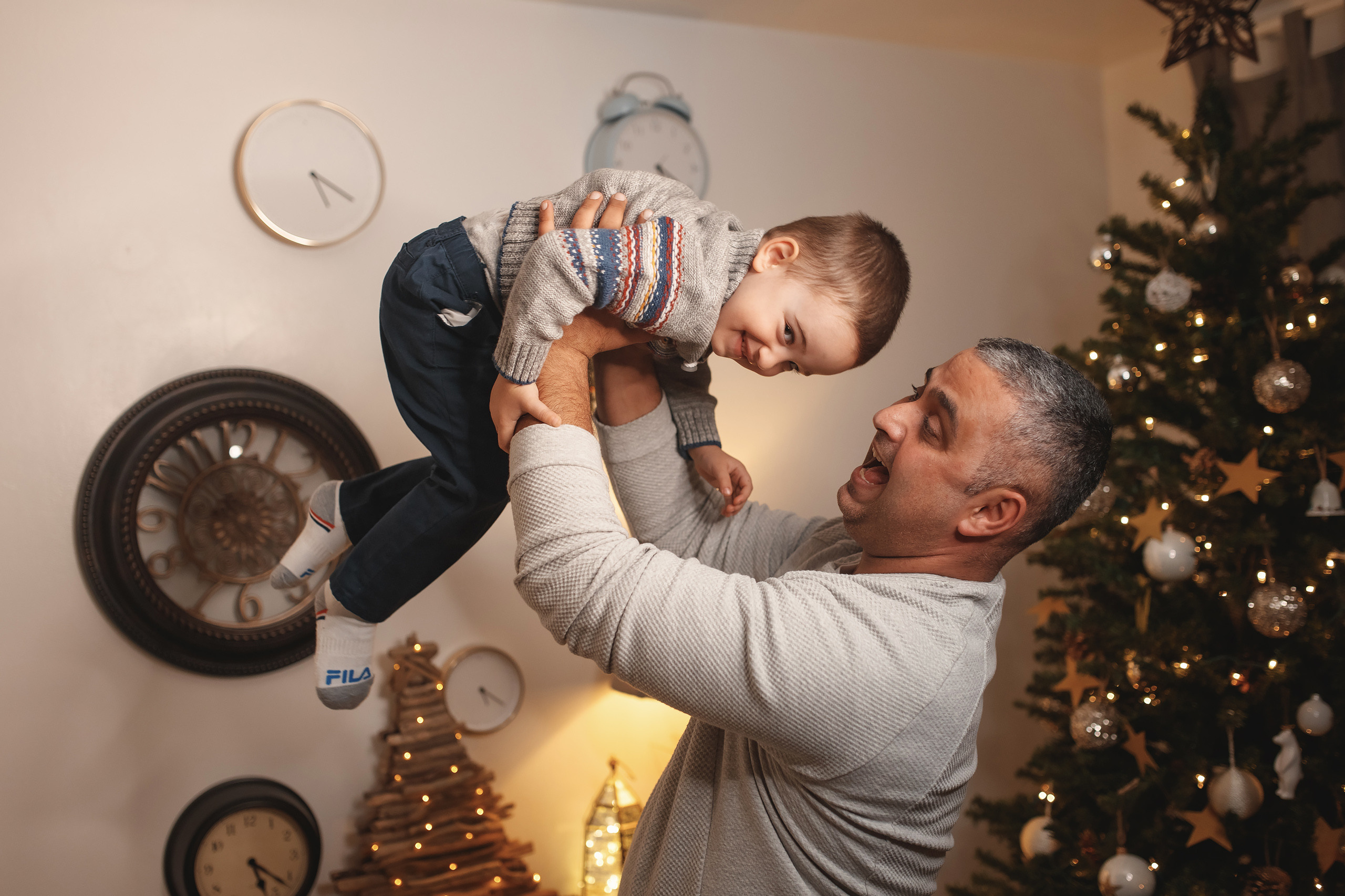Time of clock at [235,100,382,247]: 5:20
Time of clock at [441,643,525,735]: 5:20
